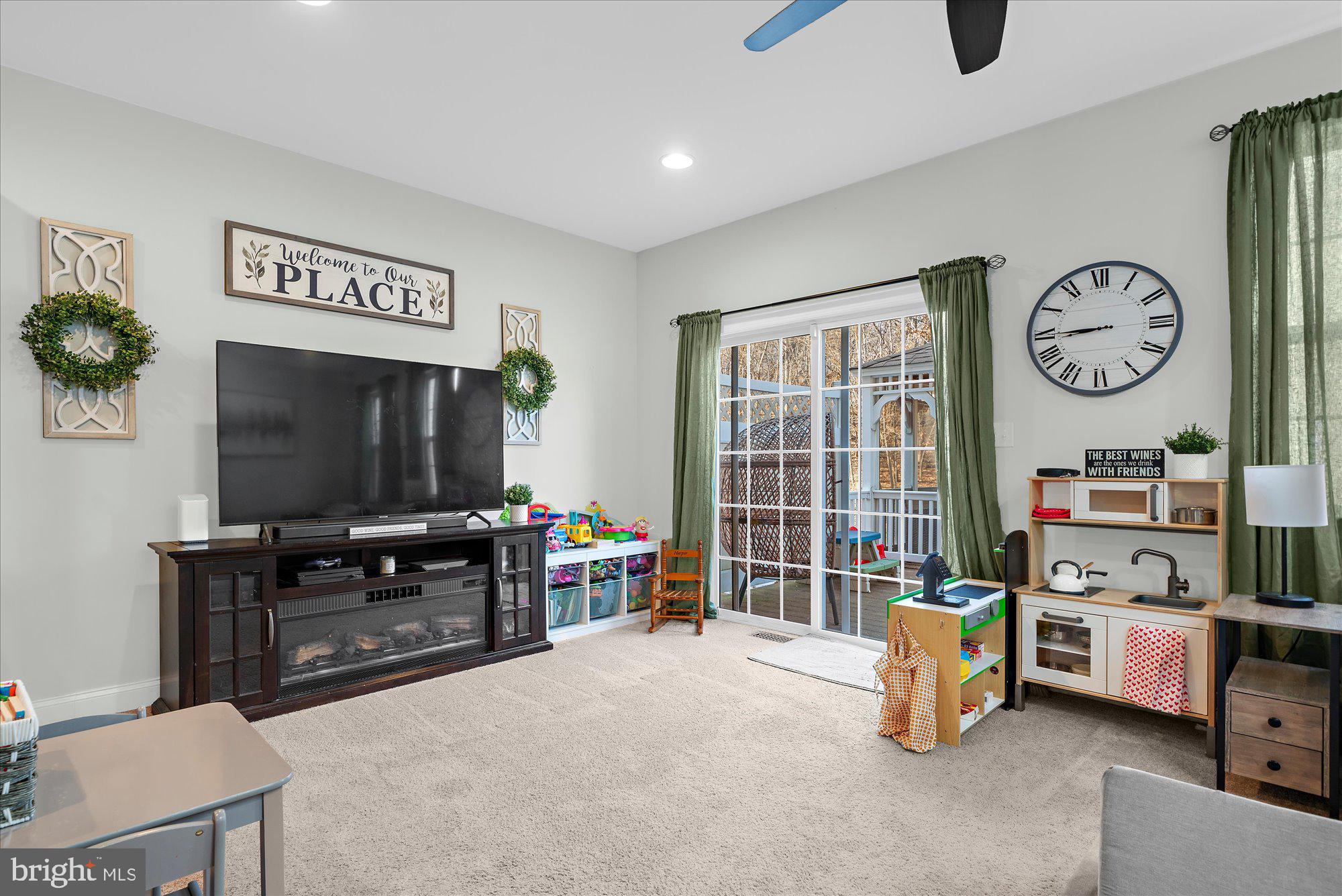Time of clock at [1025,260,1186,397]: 8:45
